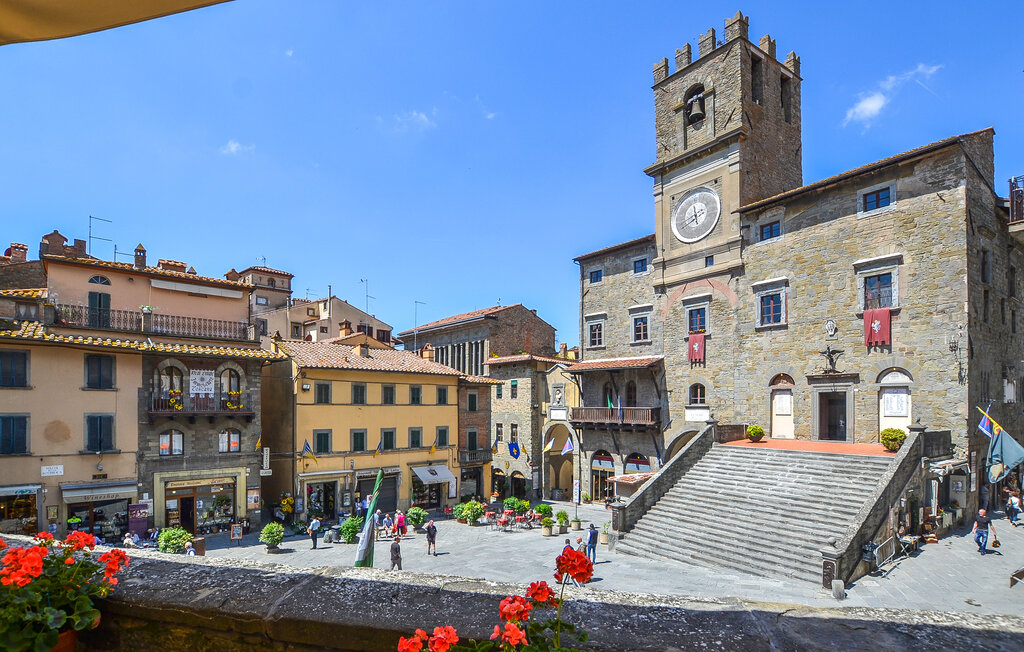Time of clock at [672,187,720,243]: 5:40
